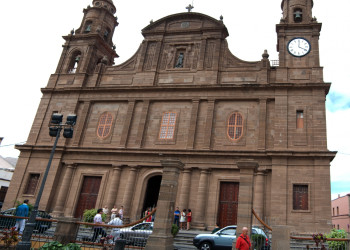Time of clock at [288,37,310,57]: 4:00
